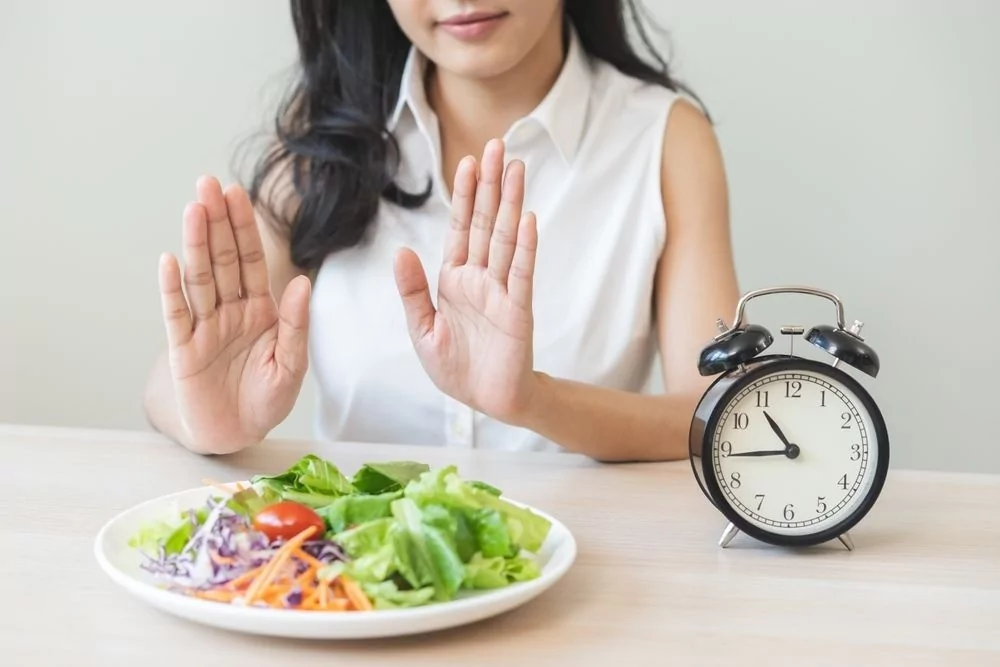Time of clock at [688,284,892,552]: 10:44
